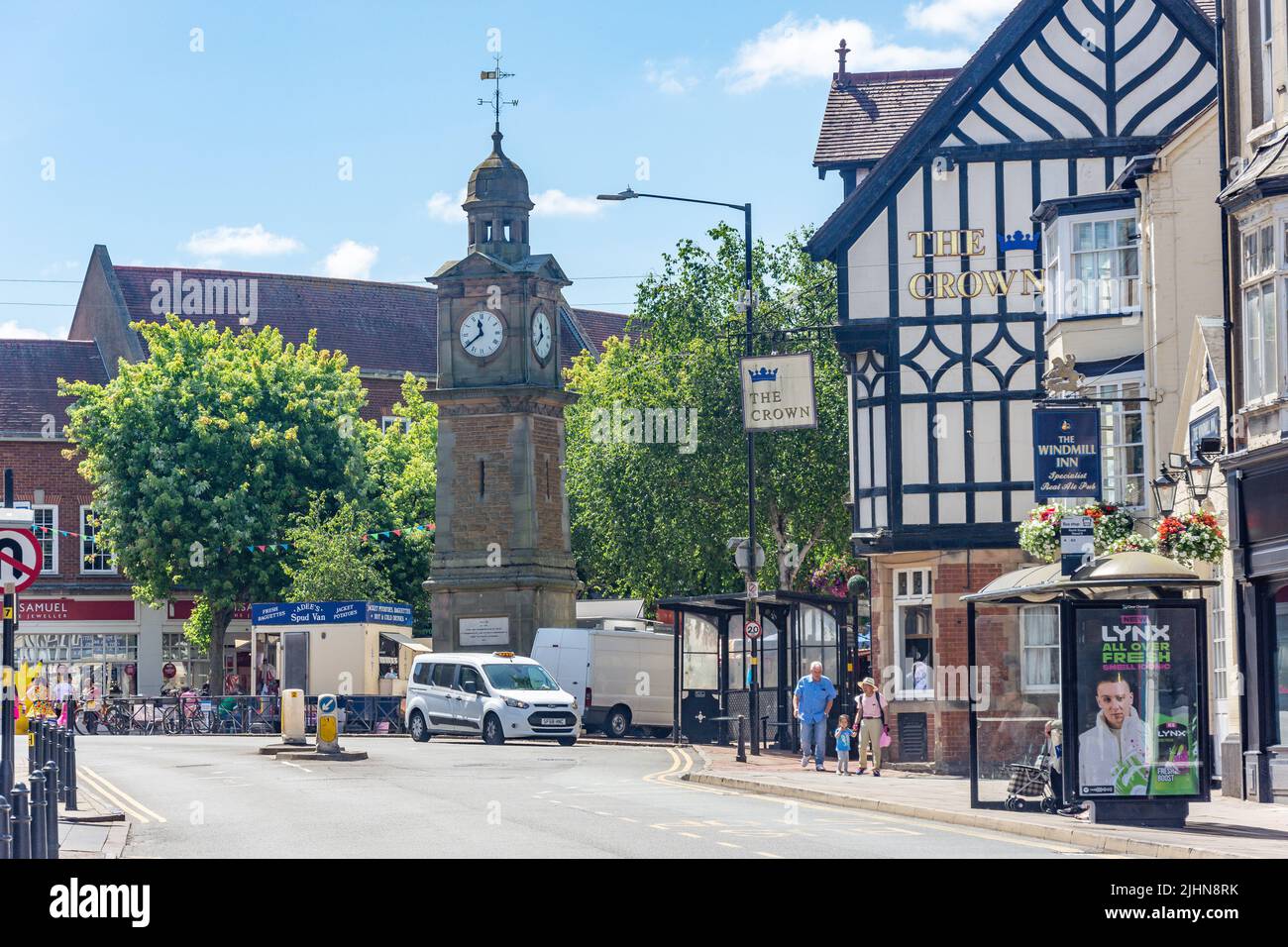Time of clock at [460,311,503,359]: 11:39
